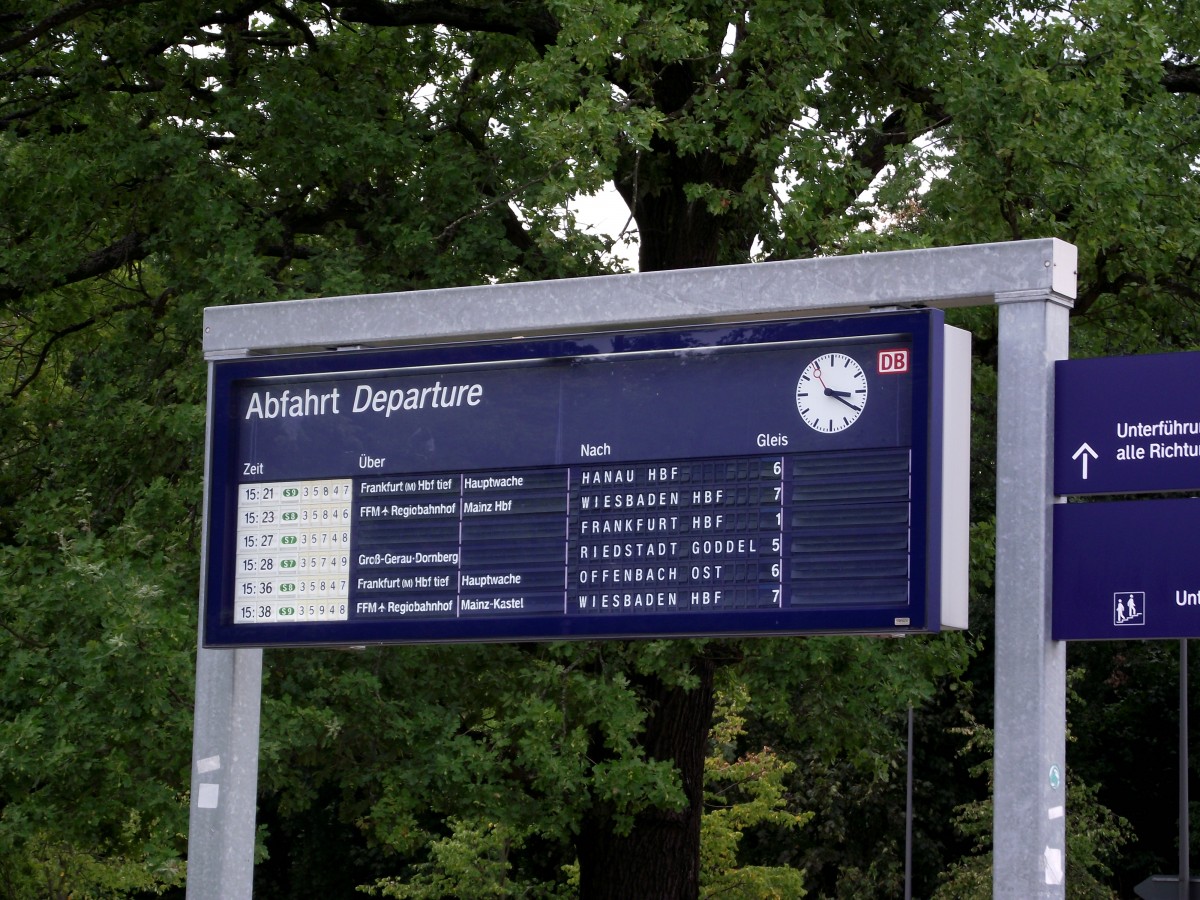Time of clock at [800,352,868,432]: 3:20
